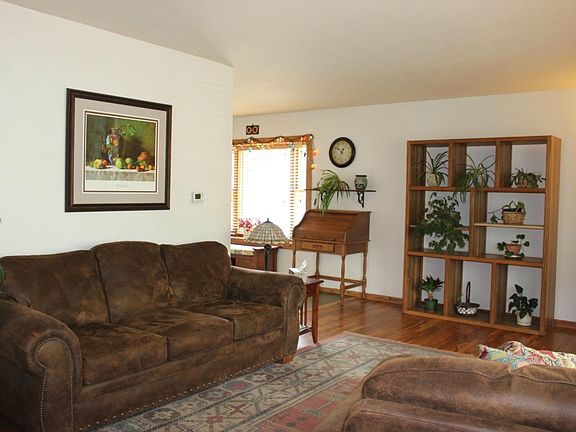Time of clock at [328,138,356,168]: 12:51
